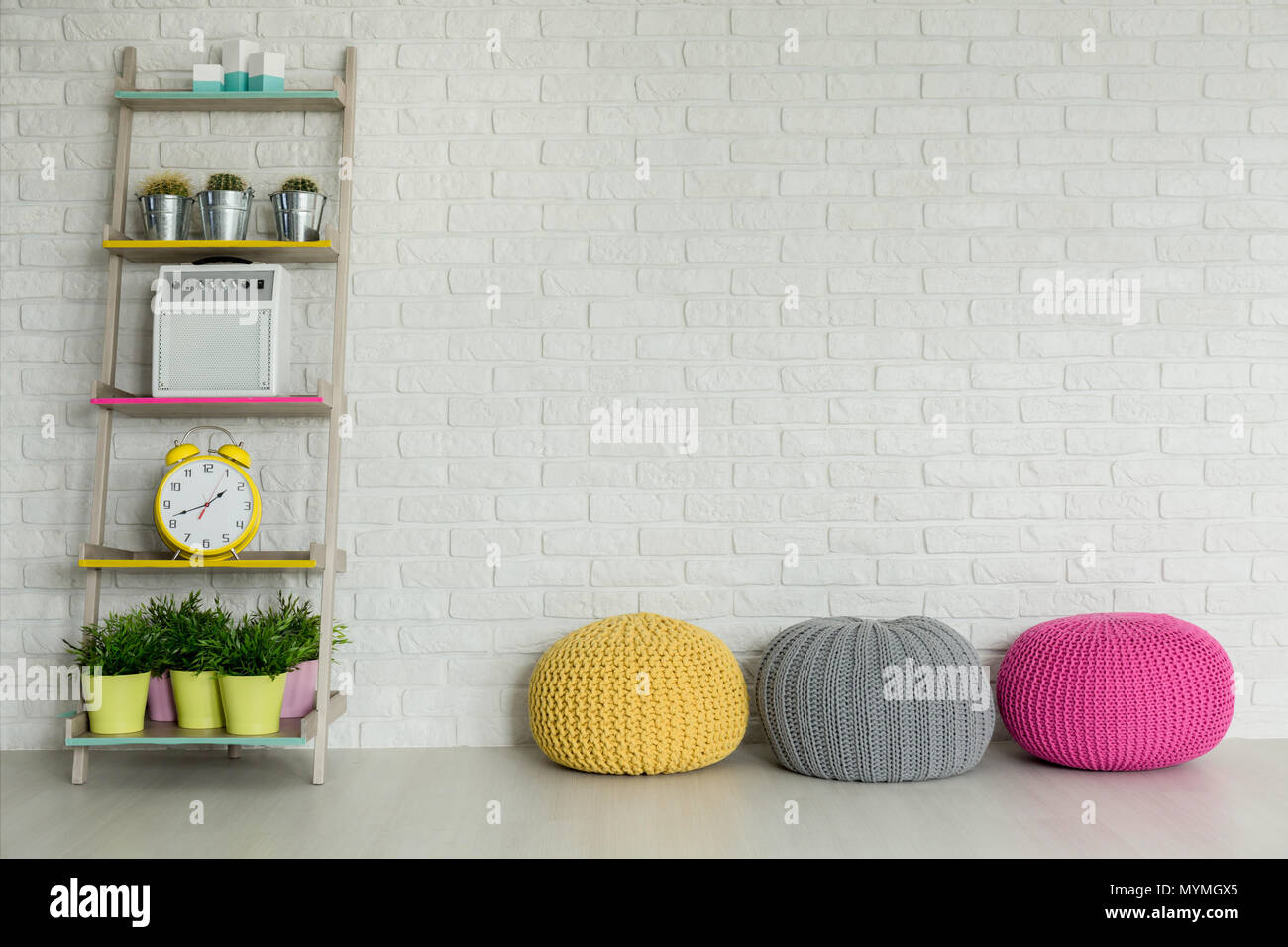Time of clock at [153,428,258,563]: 1:41
